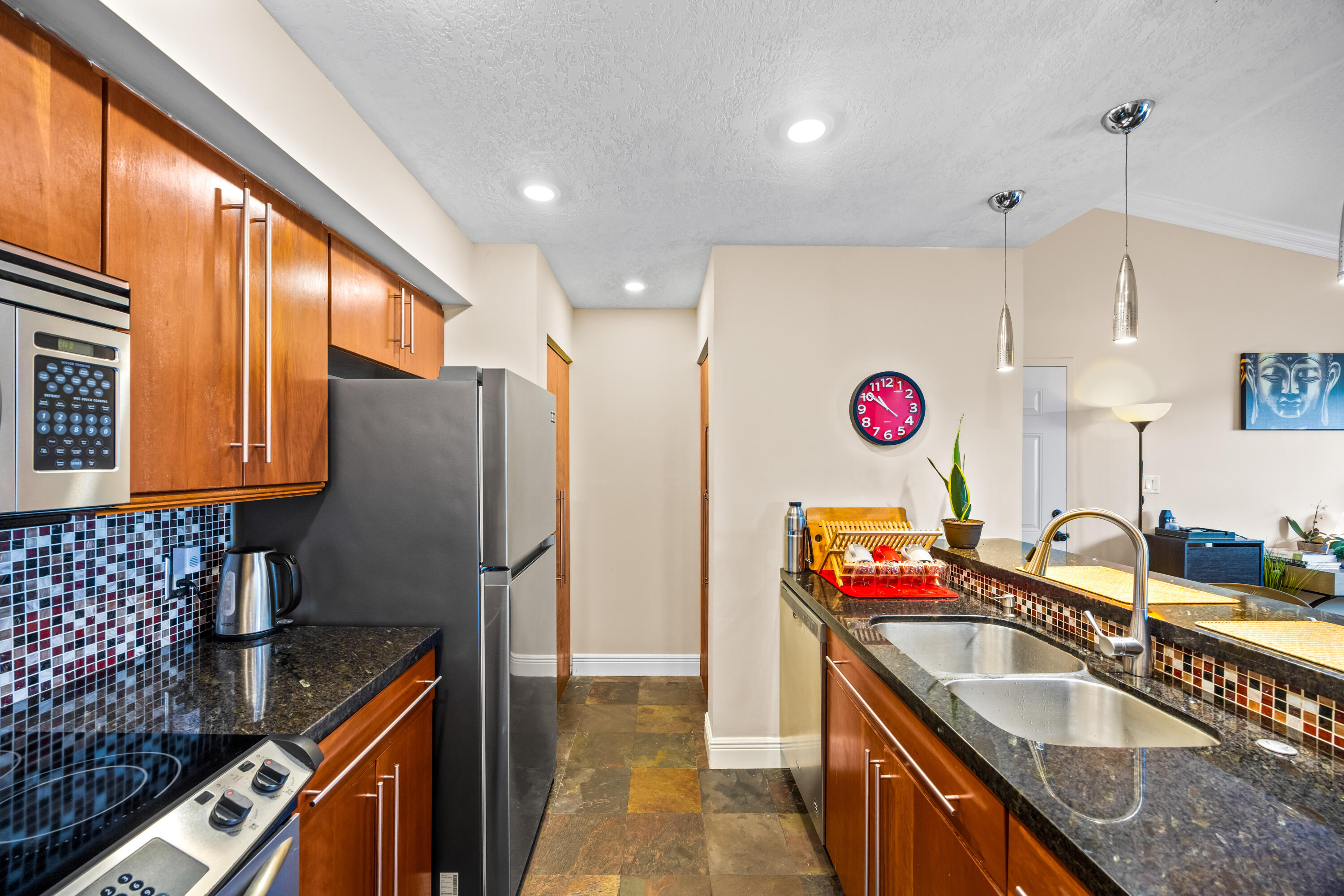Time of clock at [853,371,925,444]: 10:51
